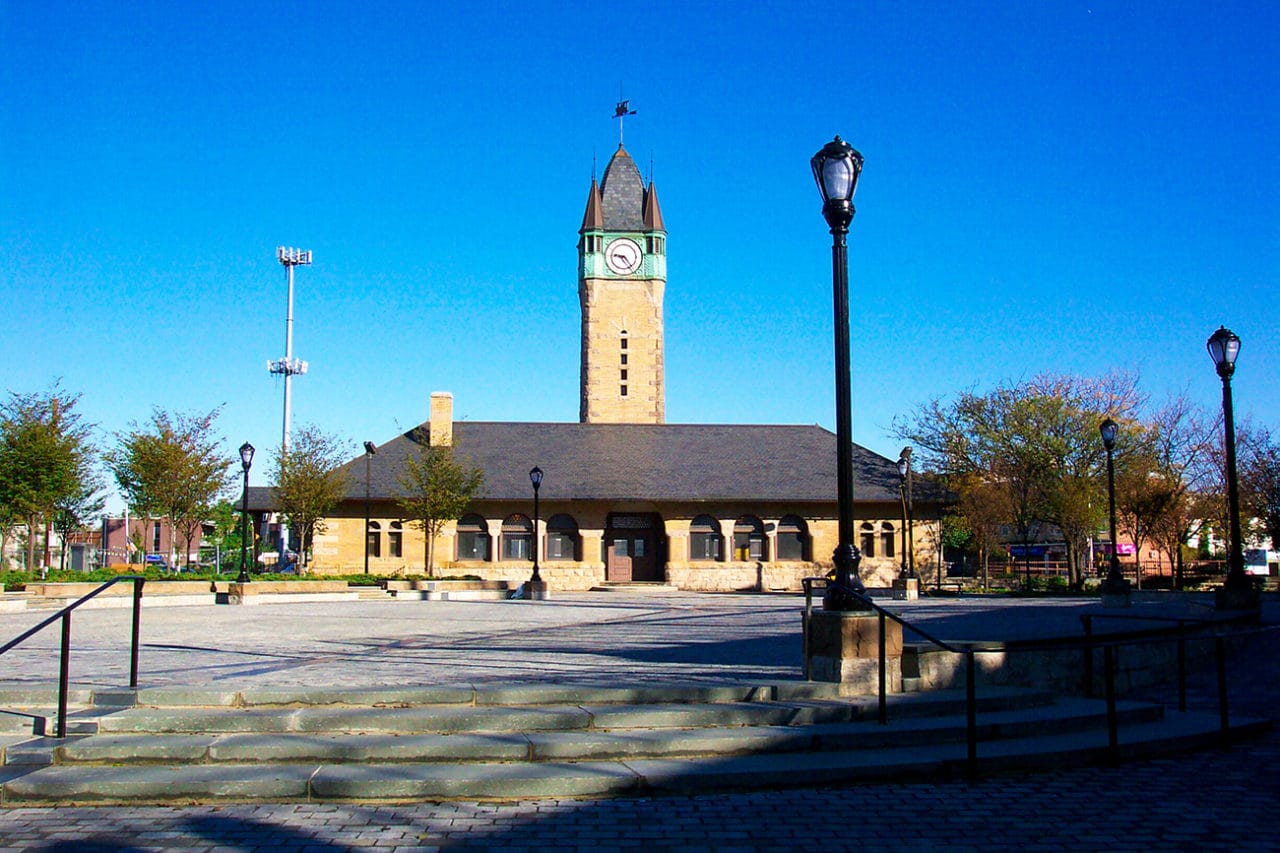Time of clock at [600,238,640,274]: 9:23
